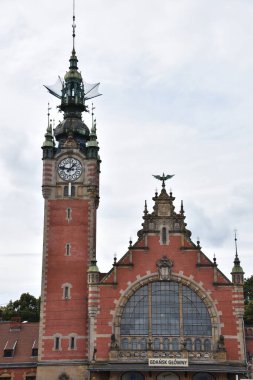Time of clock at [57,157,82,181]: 1:46
